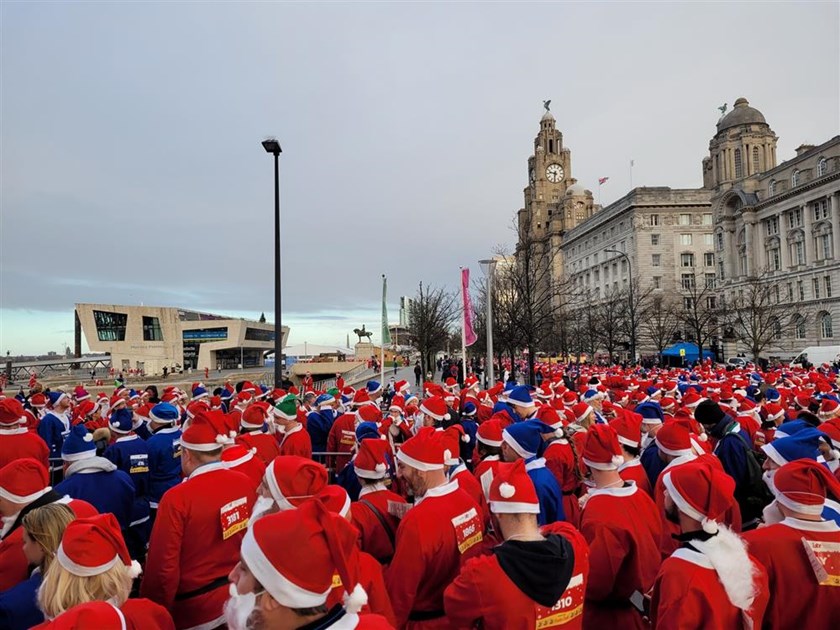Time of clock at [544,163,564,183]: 9:32
